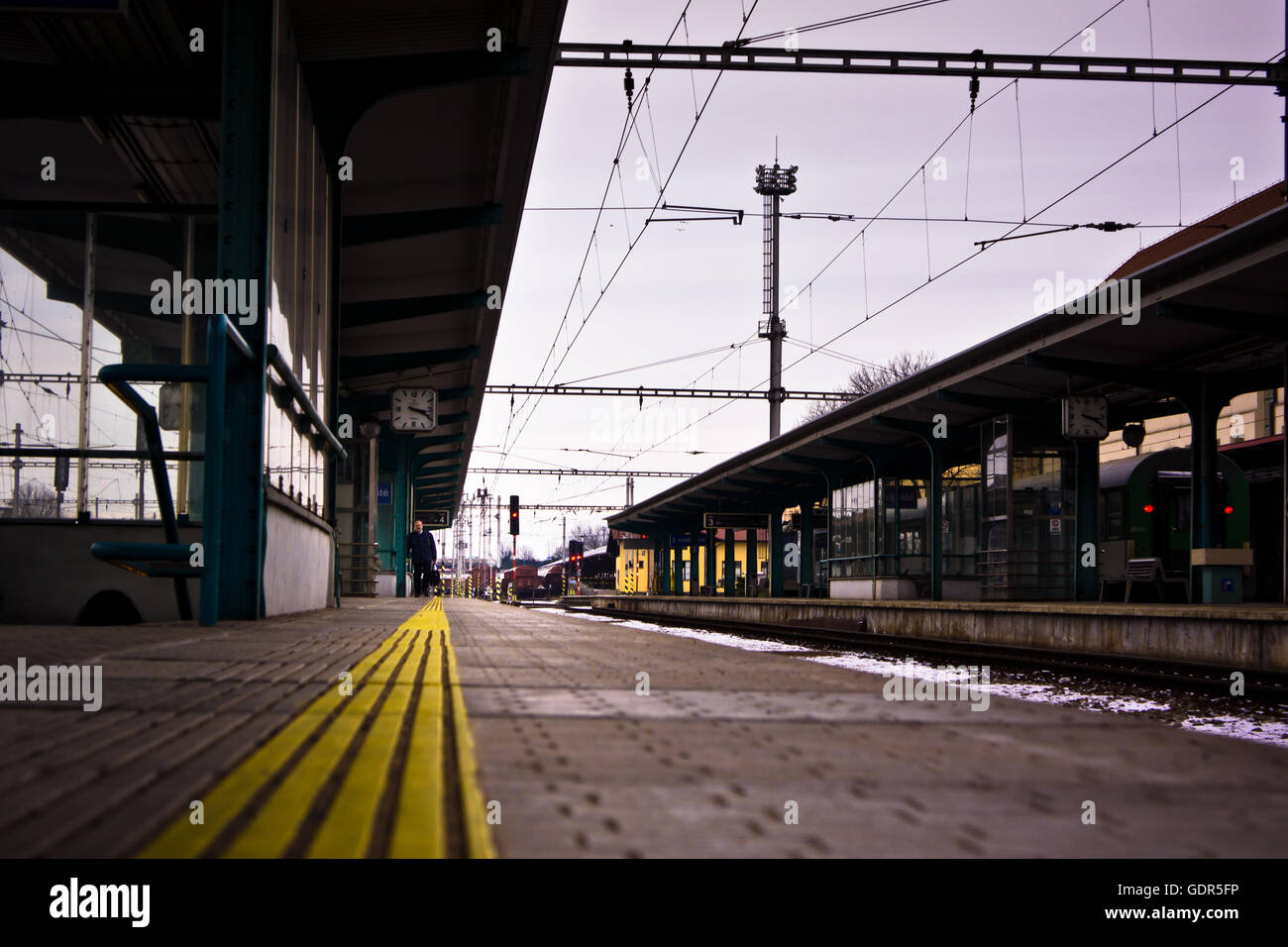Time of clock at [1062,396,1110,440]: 3:19
